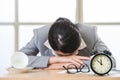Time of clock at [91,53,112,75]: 11:52
